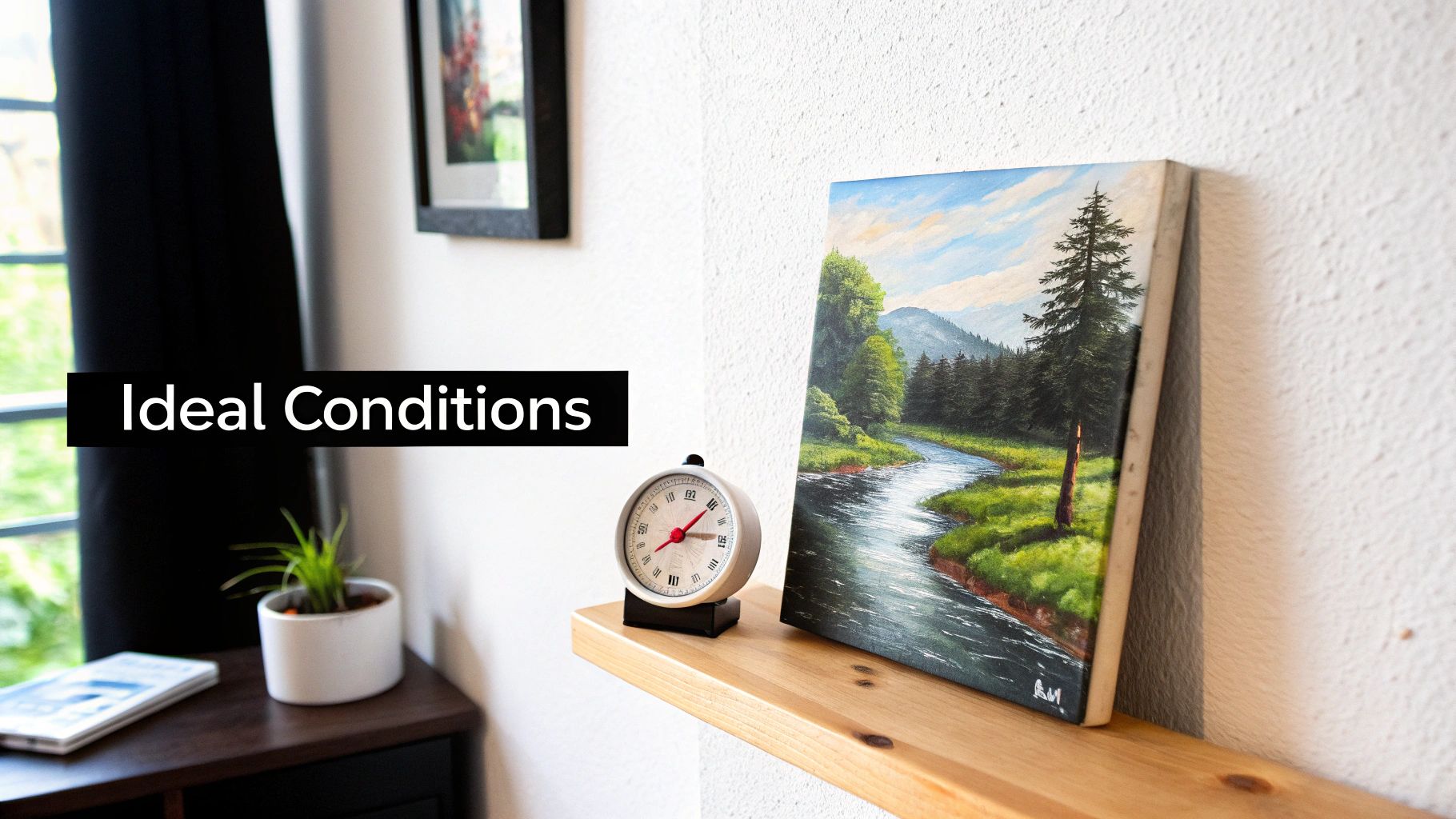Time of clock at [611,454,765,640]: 1:14
